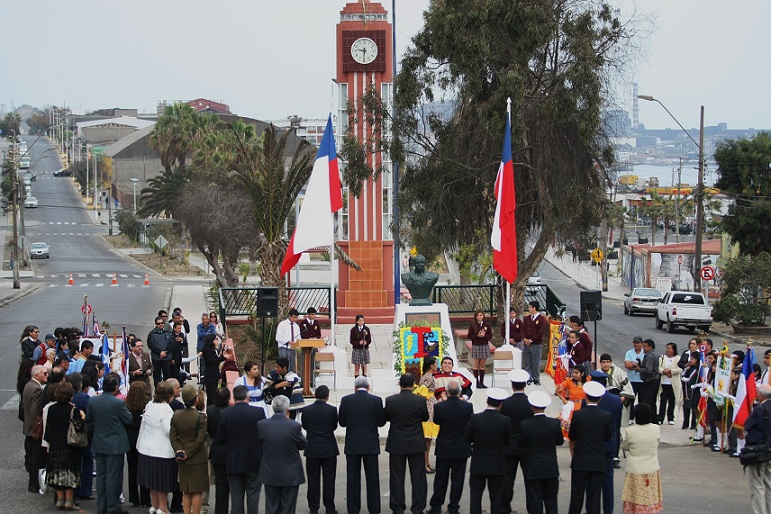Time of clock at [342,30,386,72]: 9:30
